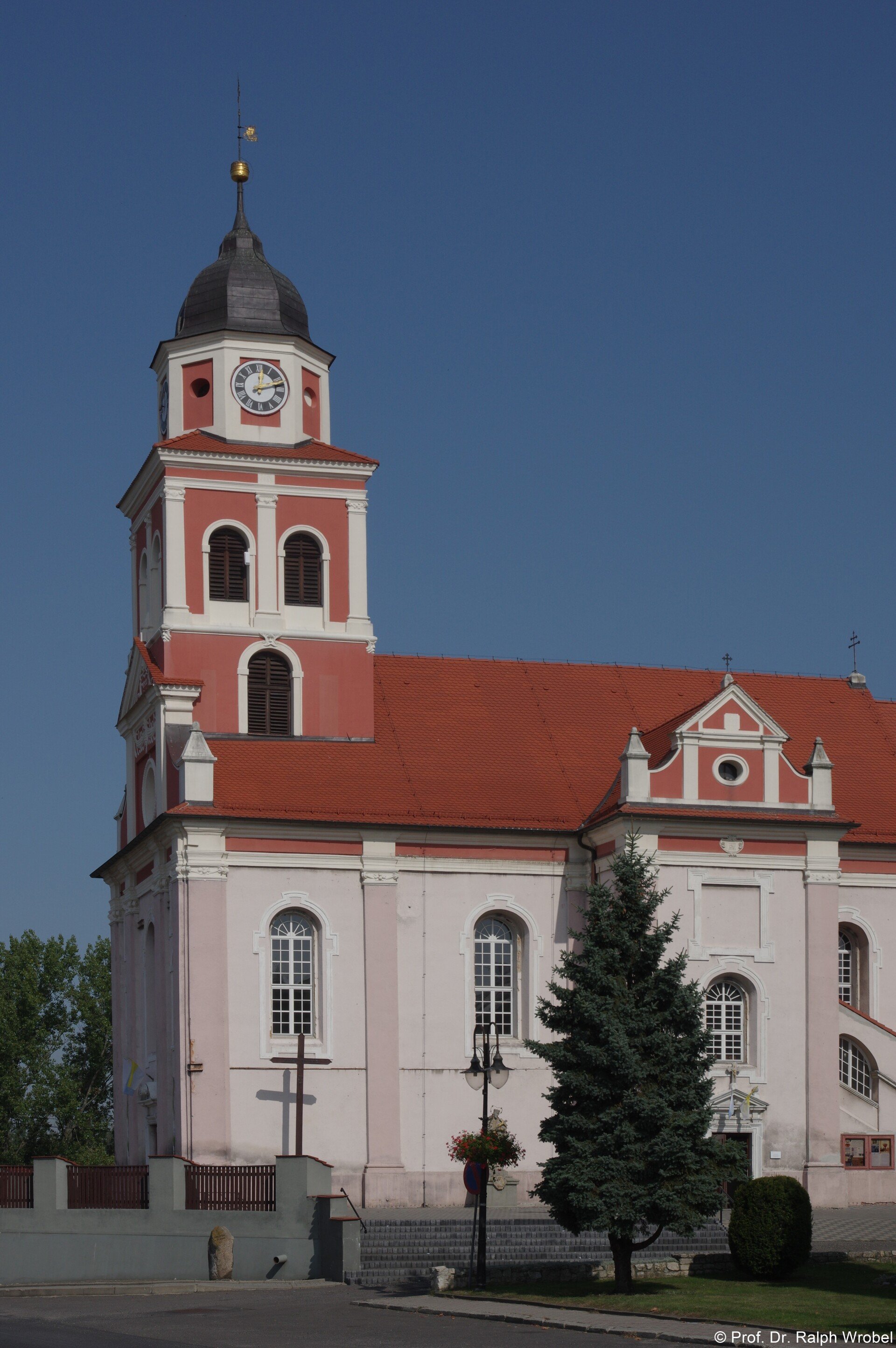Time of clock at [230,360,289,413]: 12:12
